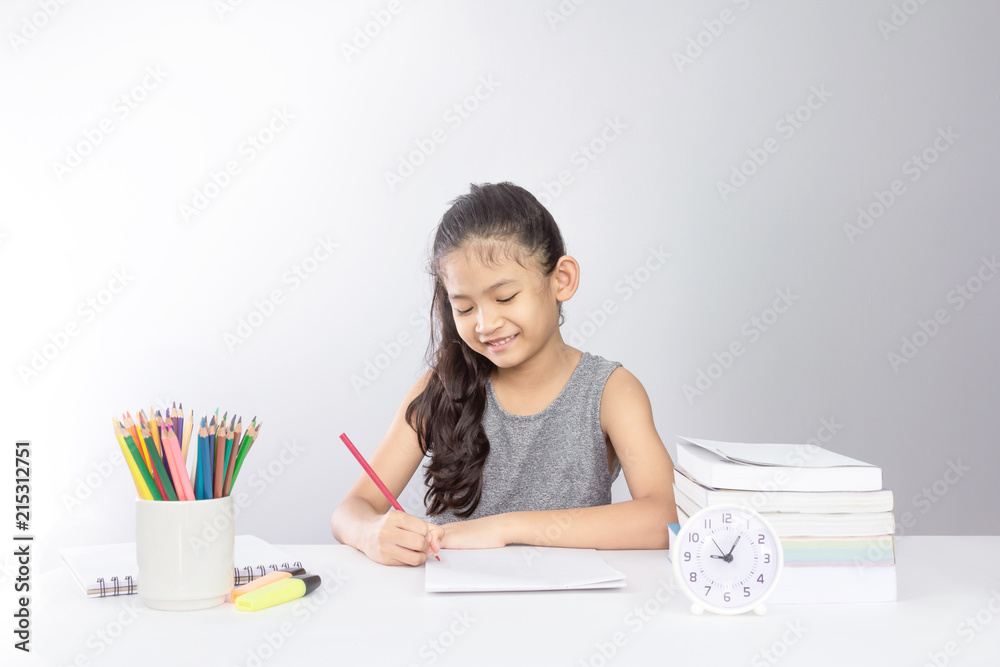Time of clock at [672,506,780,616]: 9:05
